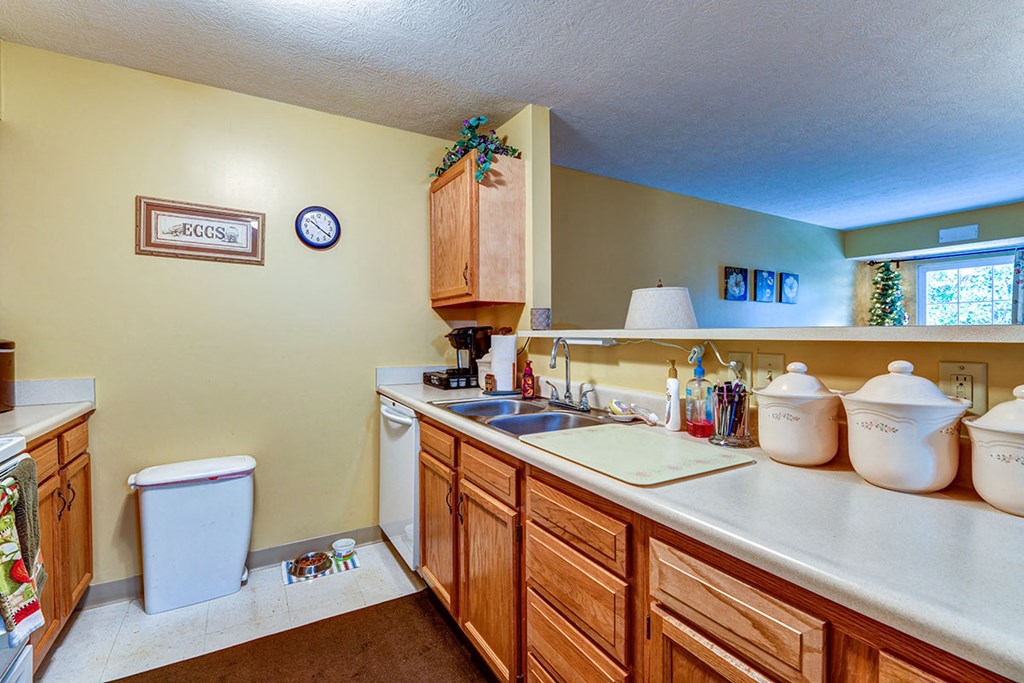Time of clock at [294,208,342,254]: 10:20
